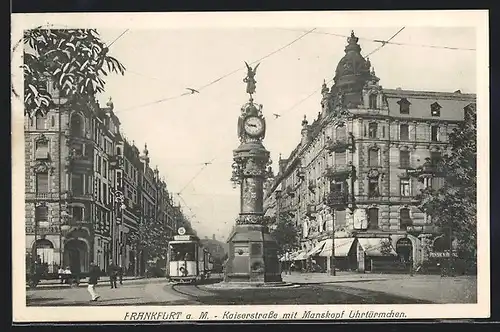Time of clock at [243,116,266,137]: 8:47
